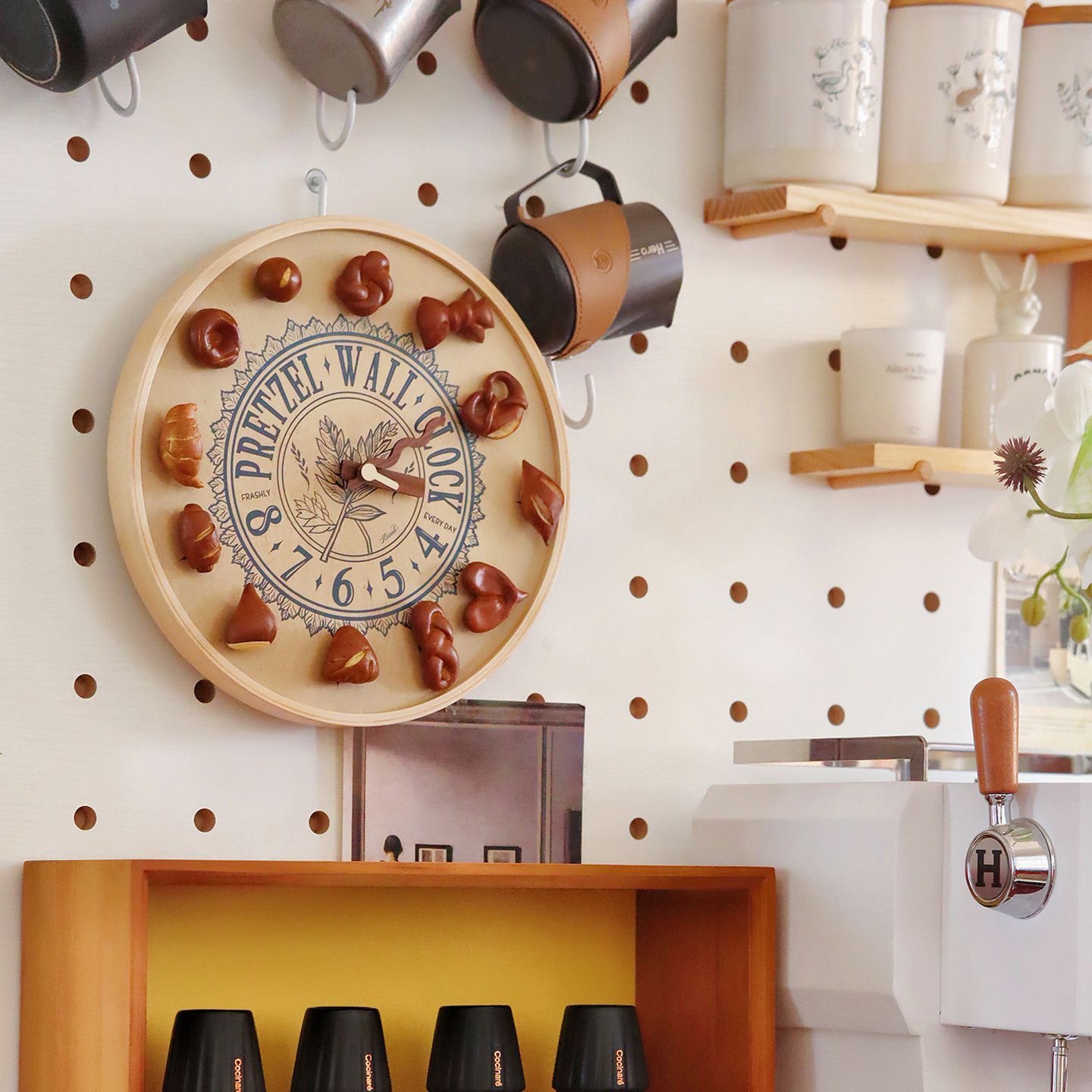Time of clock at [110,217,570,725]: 3:09
